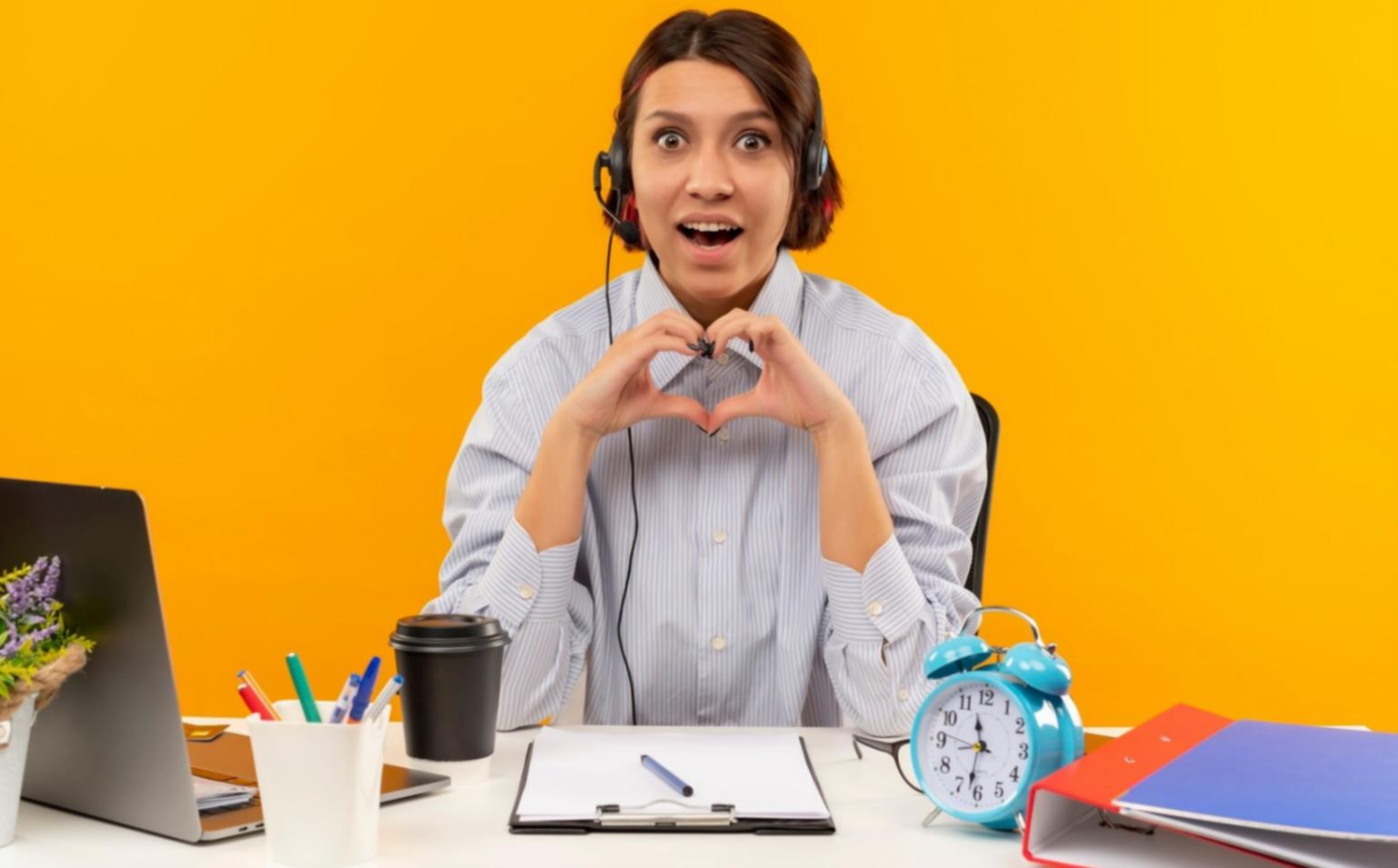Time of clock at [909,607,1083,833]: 11:31
